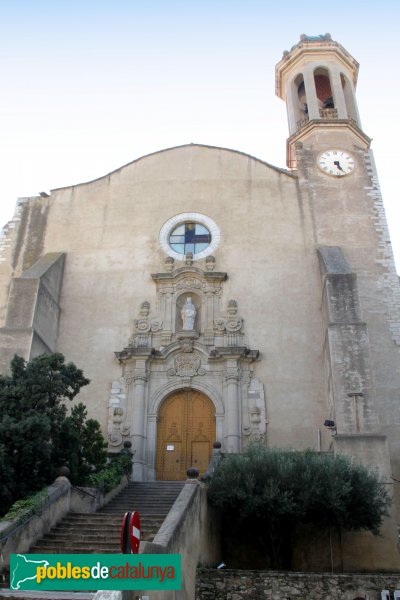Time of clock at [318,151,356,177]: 5:26
